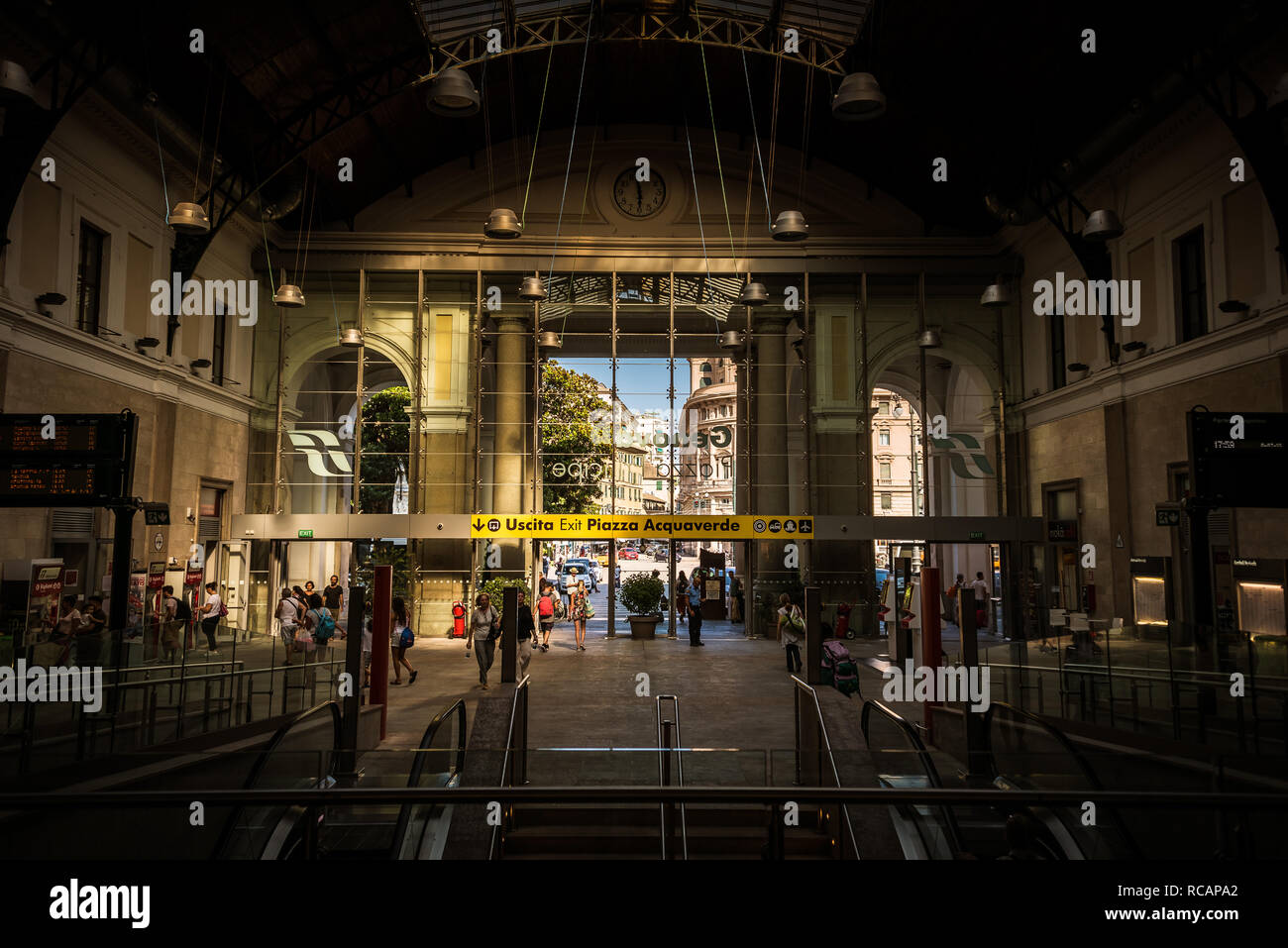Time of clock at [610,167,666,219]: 5:57
